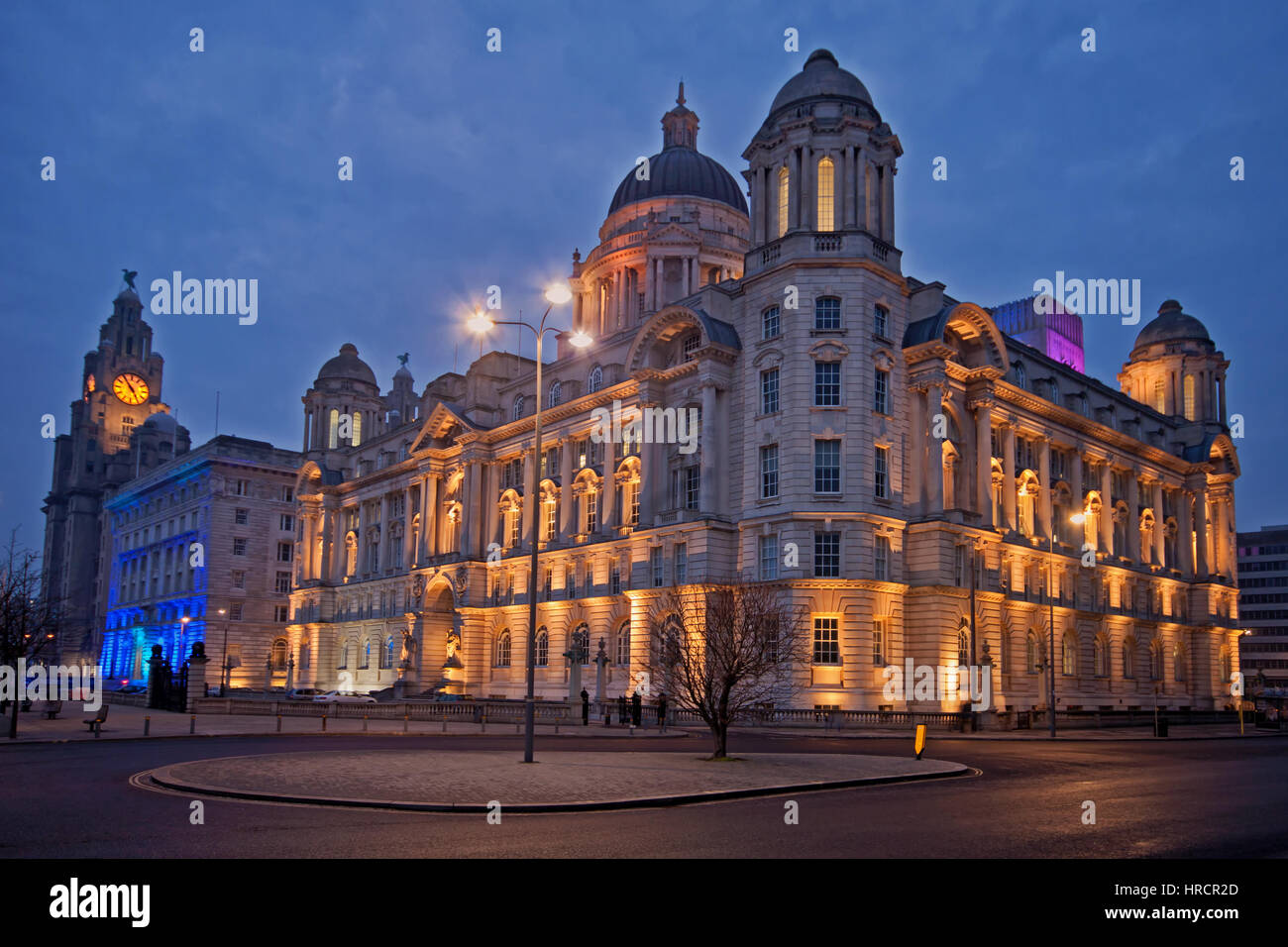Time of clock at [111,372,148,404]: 4:54
